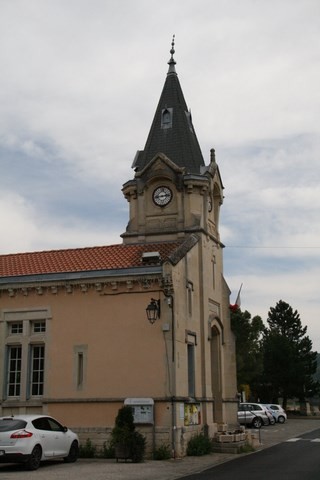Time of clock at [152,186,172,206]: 2:42
